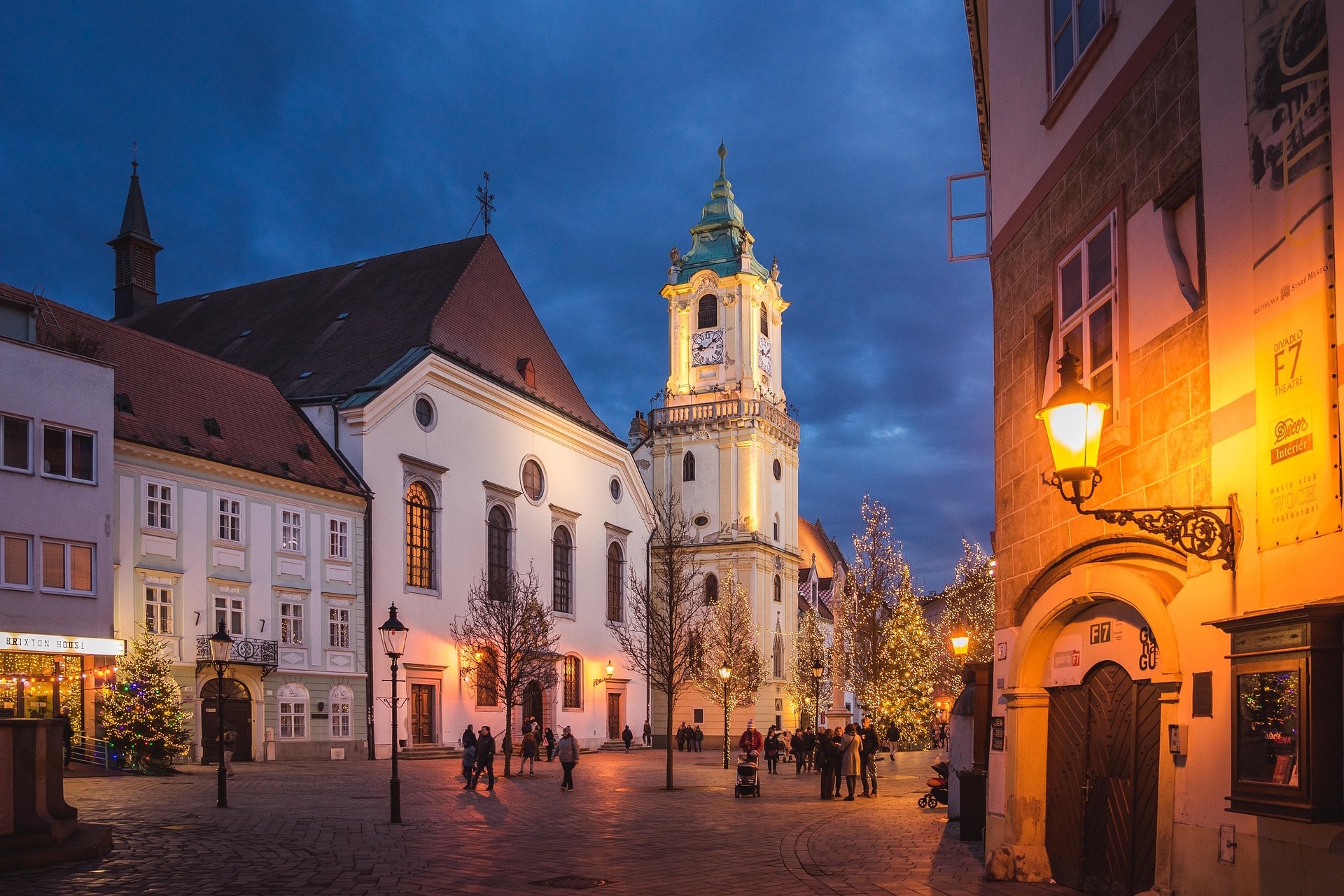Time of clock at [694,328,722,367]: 9:08
